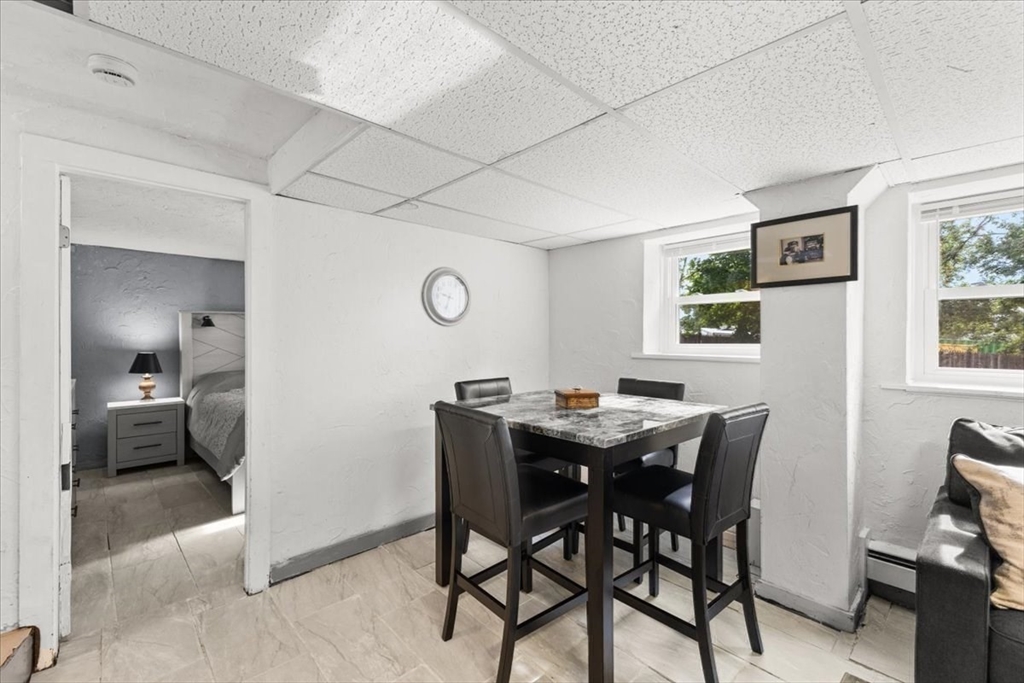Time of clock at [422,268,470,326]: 9:33
